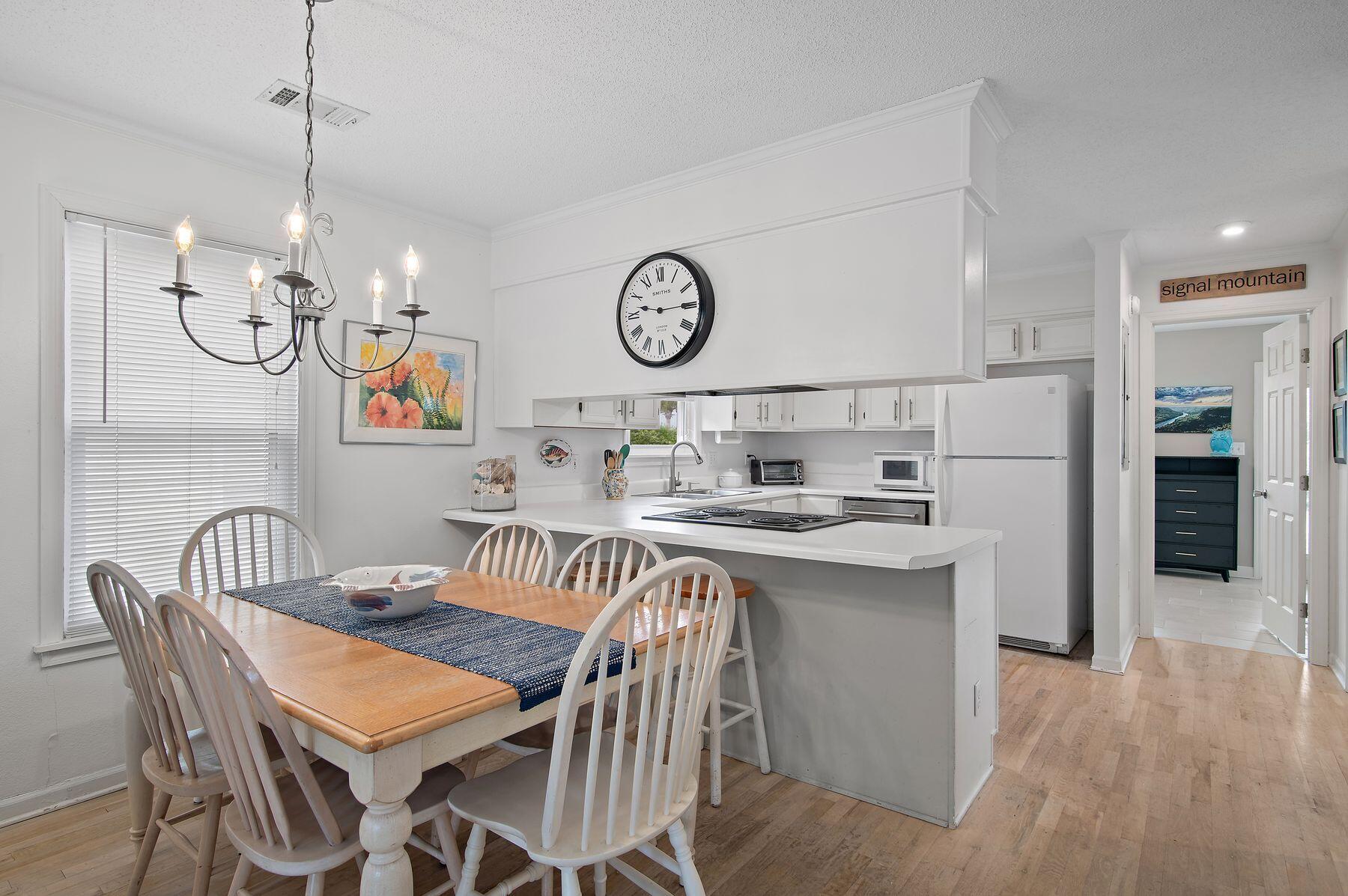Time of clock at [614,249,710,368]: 9:14
